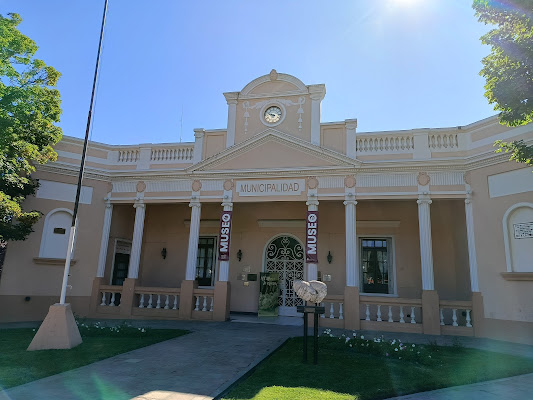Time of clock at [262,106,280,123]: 9:48
